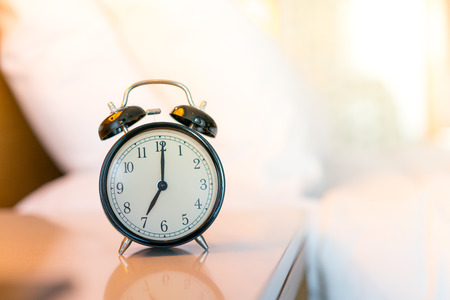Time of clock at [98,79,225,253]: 7:00
